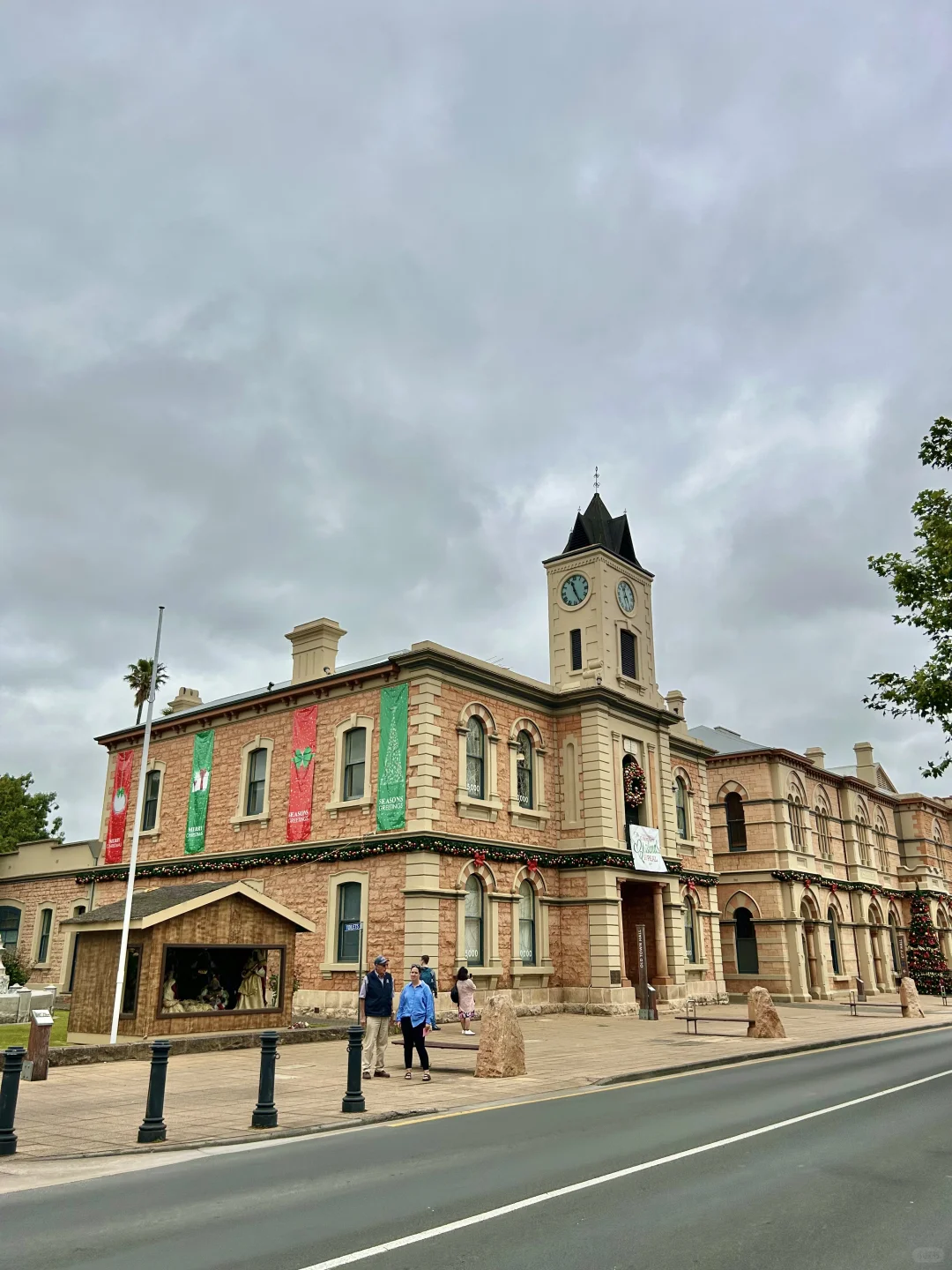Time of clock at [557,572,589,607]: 11:26
